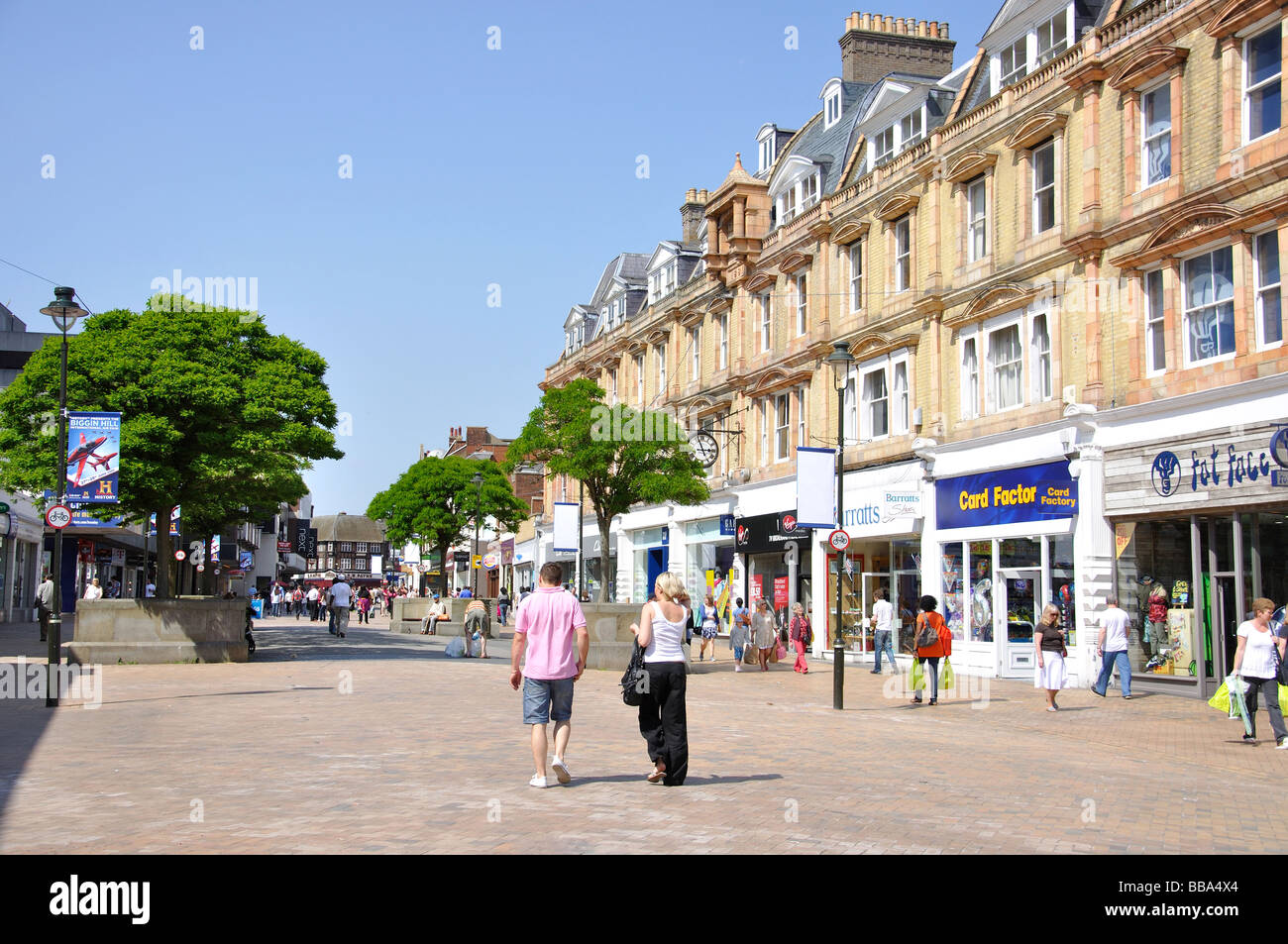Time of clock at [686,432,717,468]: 2:56
